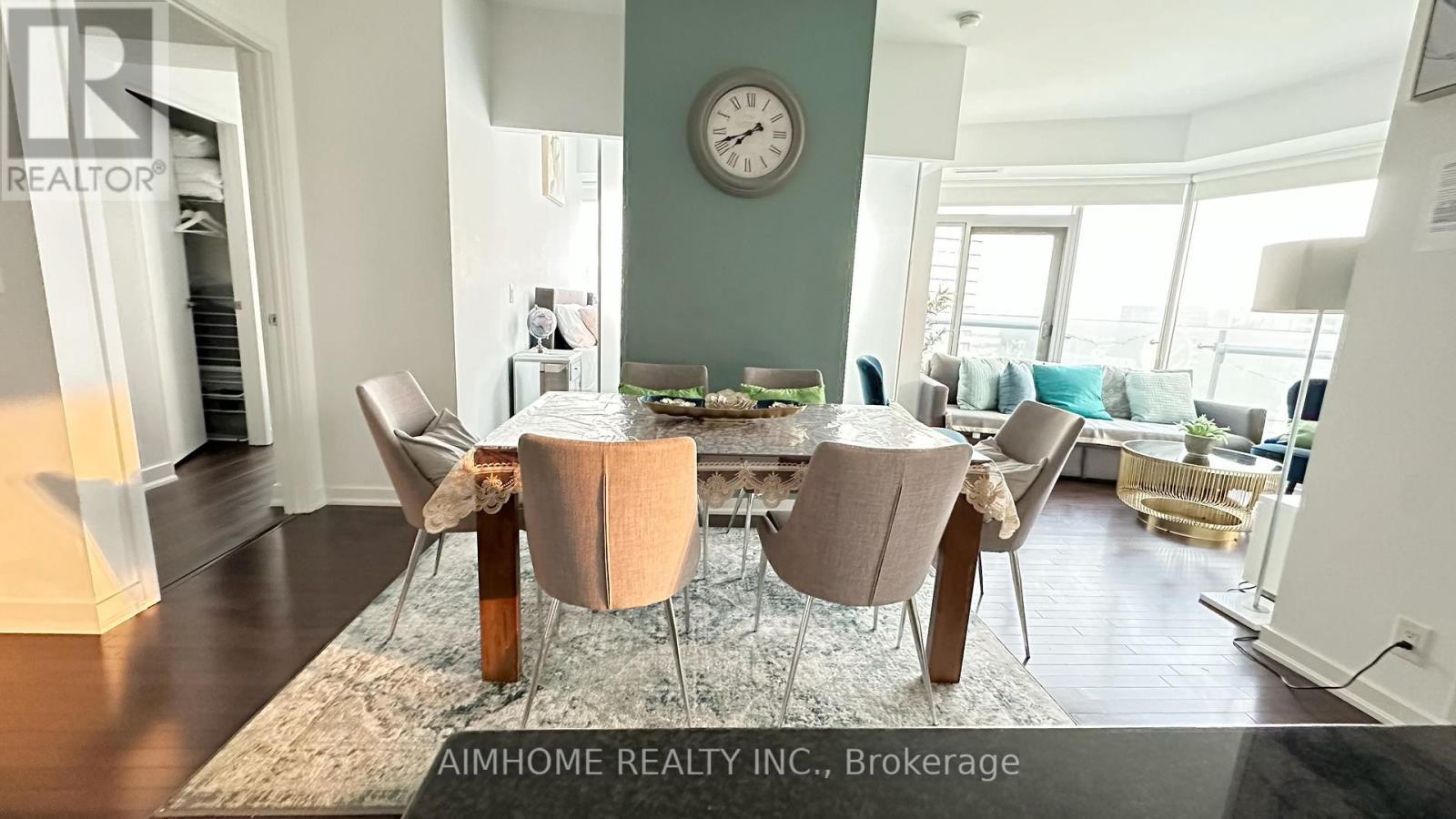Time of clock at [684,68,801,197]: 7:41
